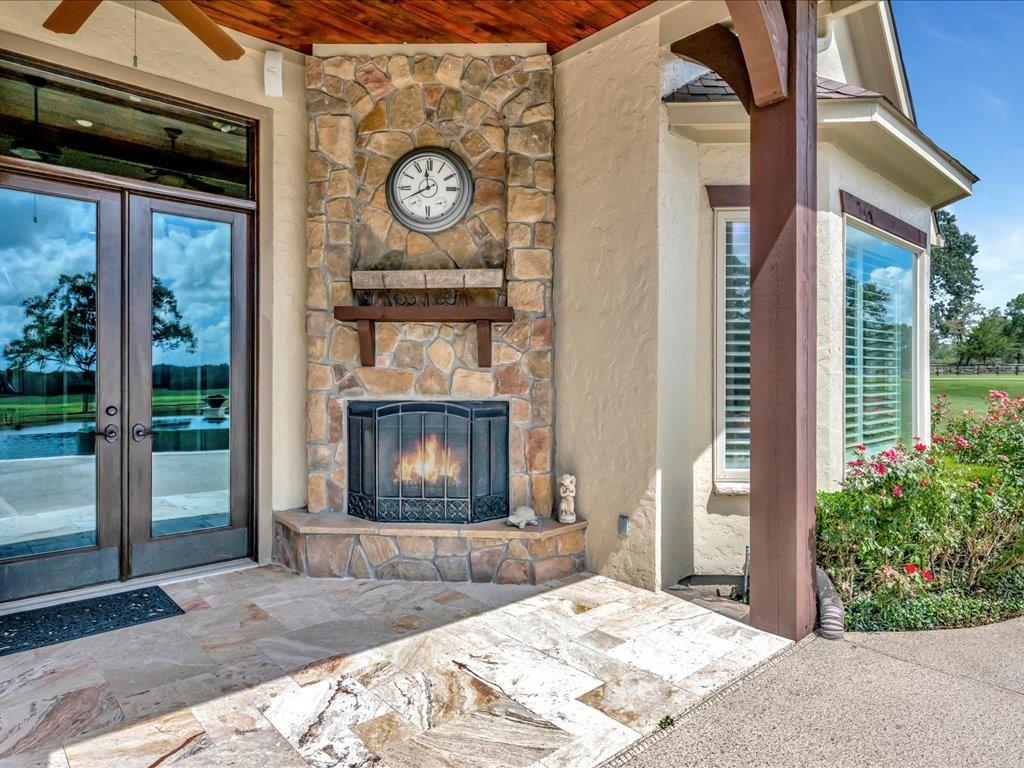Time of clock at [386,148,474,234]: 11:40
